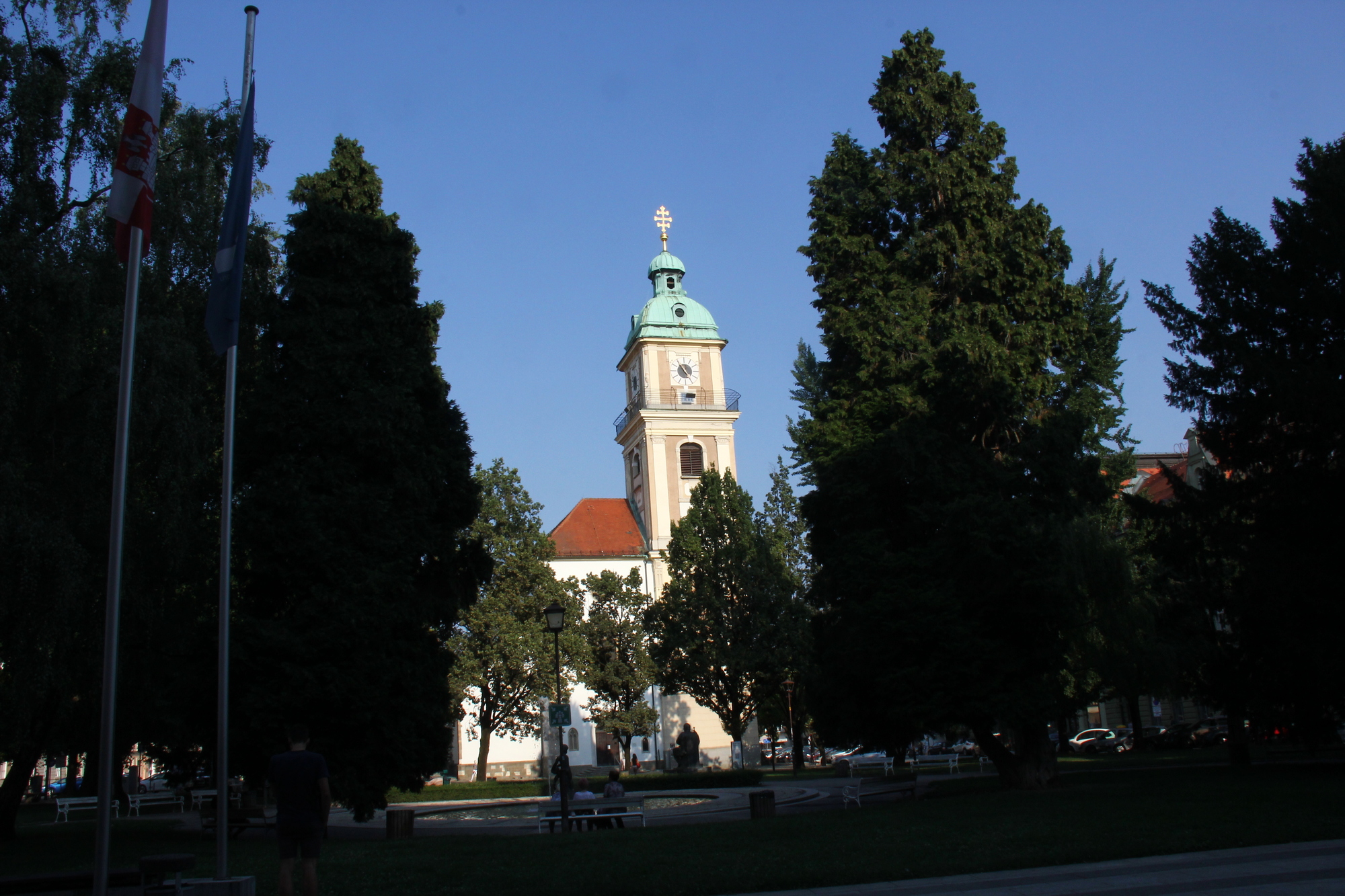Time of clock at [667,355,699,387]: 4:53
